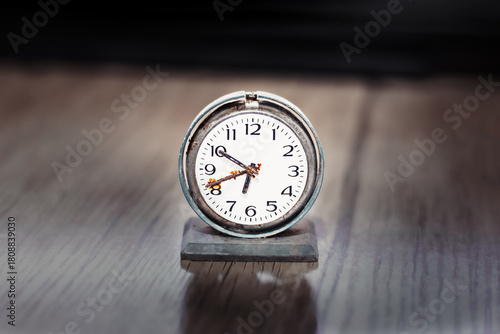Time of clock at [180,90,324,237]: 6:41
